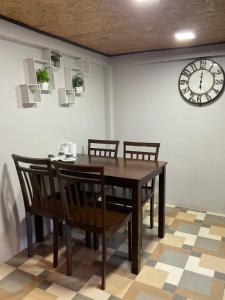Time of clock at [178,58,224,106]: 6:00
